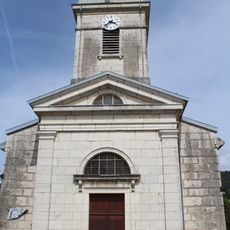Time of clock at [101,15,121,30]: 3:37
